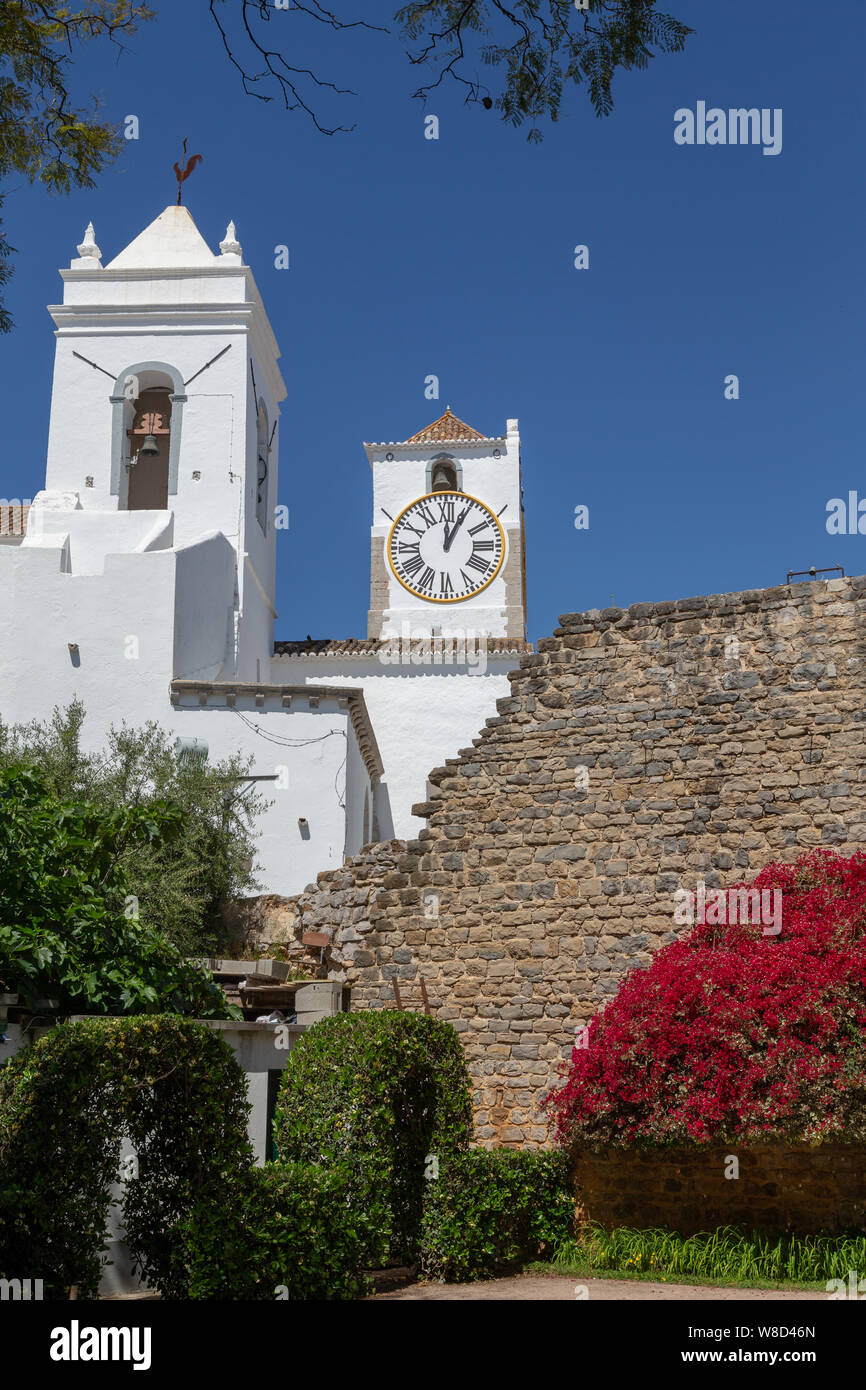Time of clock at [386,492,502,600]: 12:04
